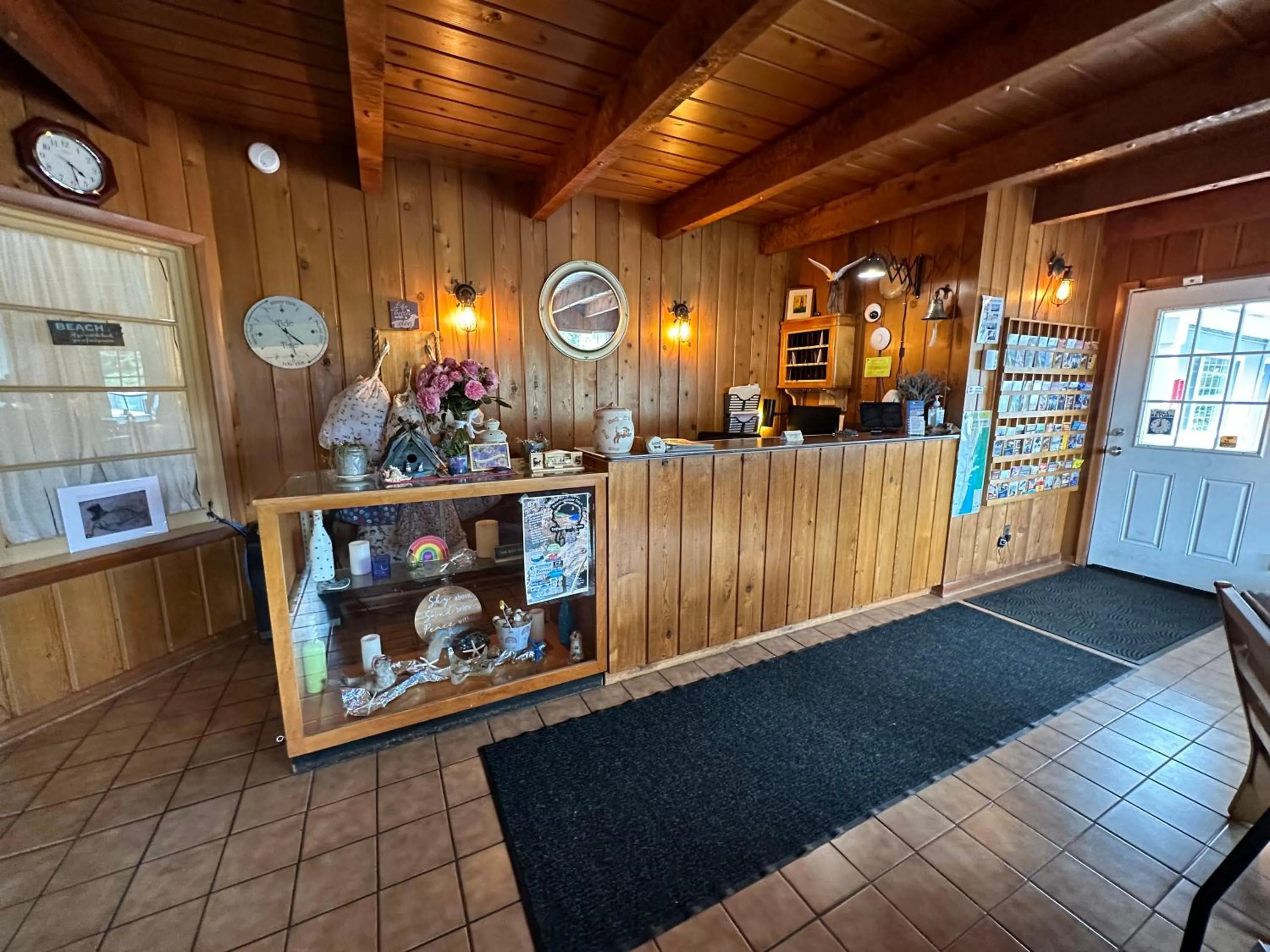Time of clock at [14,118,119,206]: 4:28
